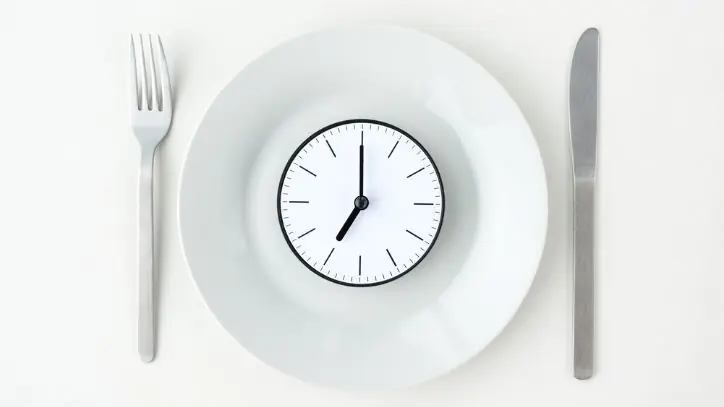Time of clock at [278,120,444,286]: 7:00
